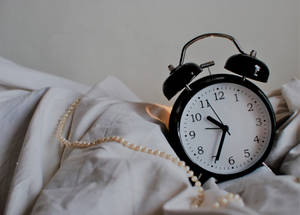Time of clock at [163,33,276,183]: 10:34
